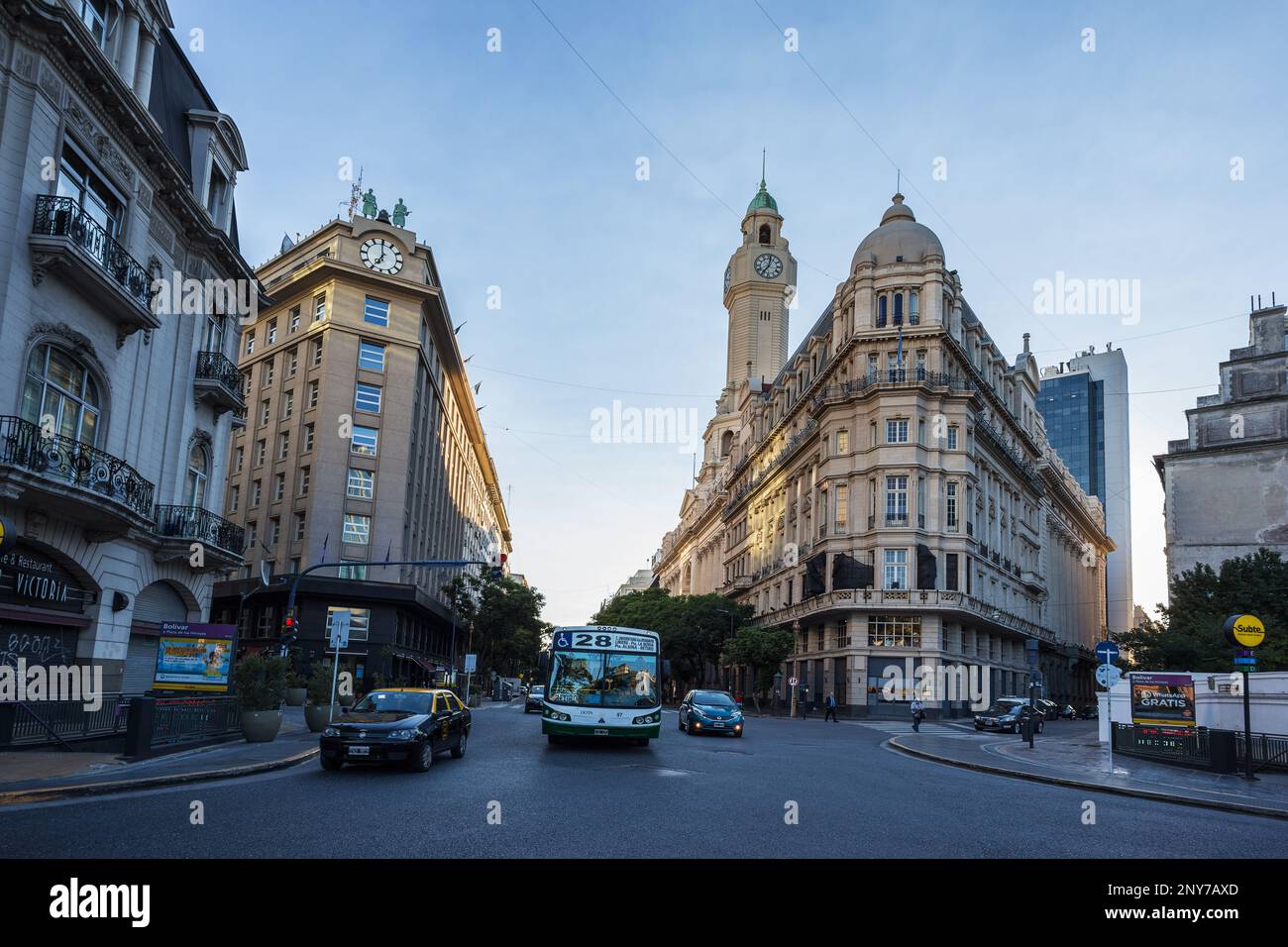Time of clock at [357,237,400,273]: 6:59
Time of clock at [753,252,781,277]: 7:01
